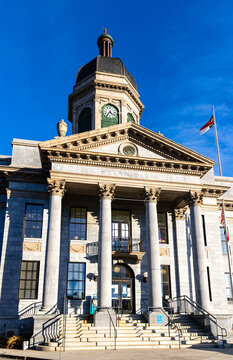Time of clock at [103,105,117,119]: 4:35
